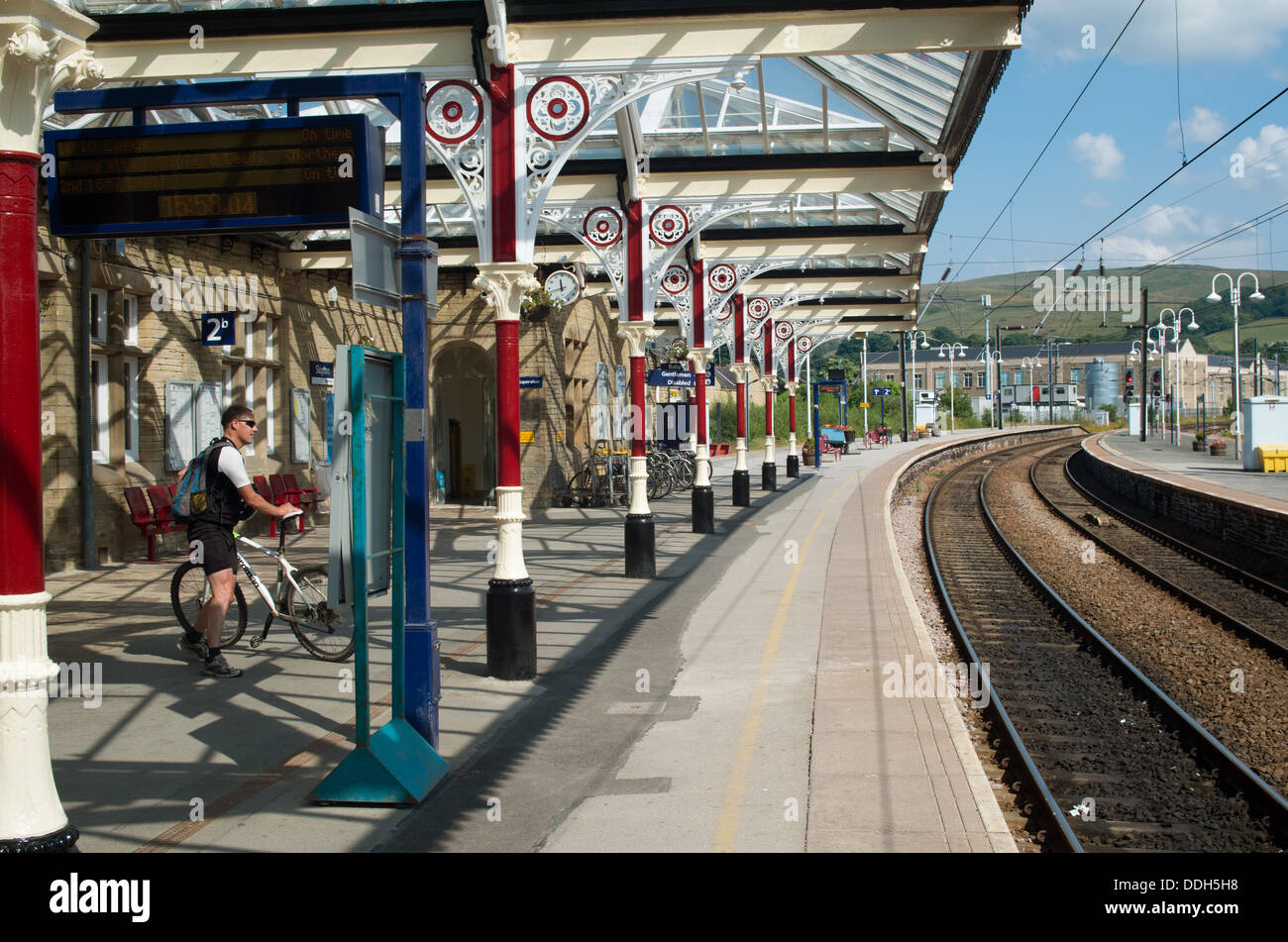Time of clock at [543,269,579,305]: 11:42
